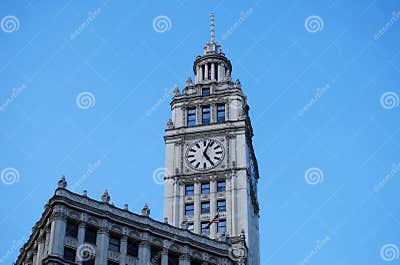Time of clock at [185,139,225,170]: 5:03
